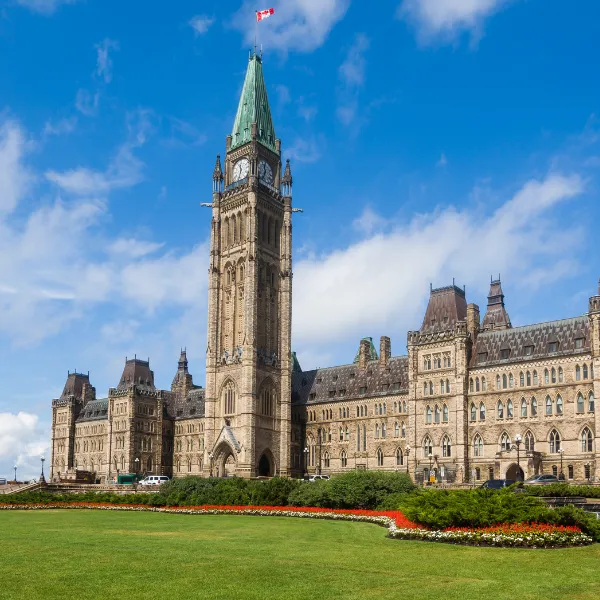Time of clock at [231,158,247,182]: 11:32
